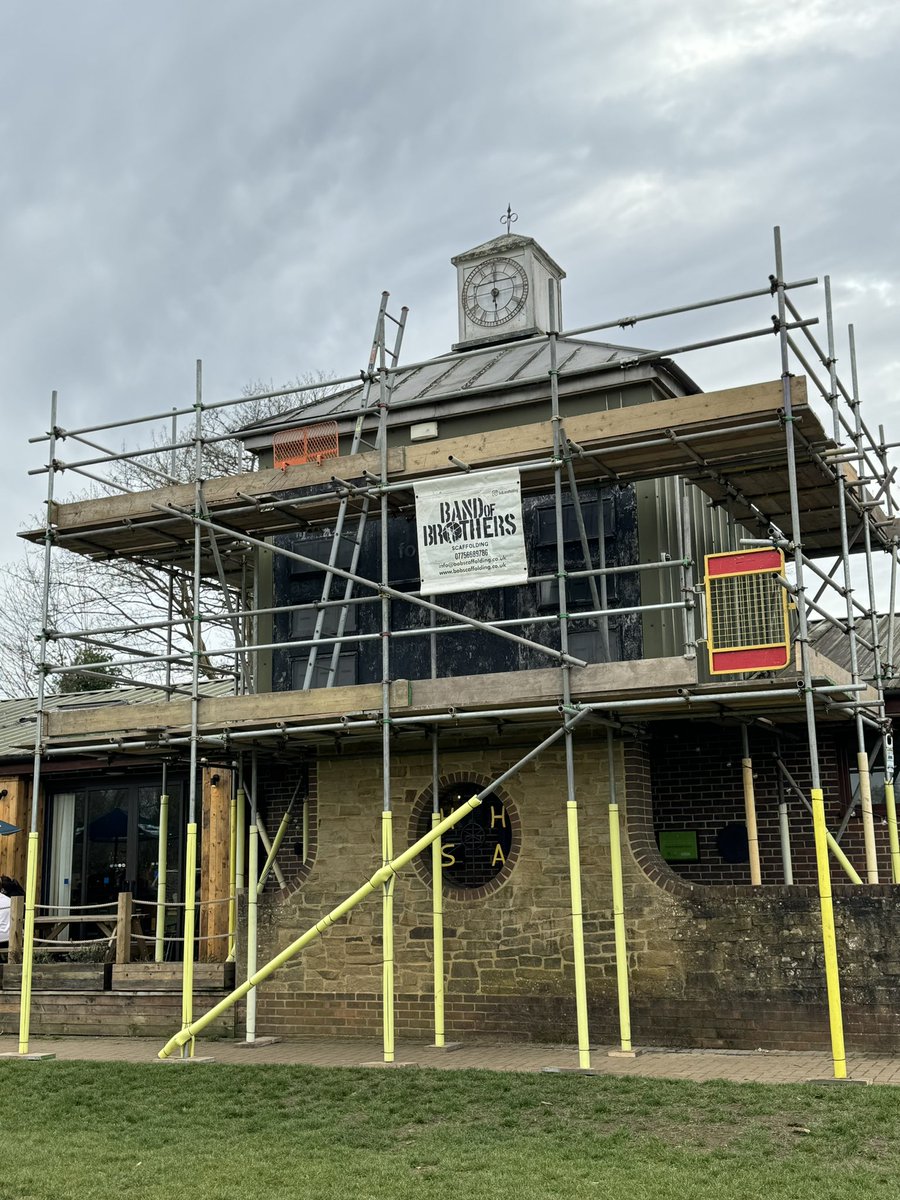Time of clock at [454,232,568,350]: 6:00
